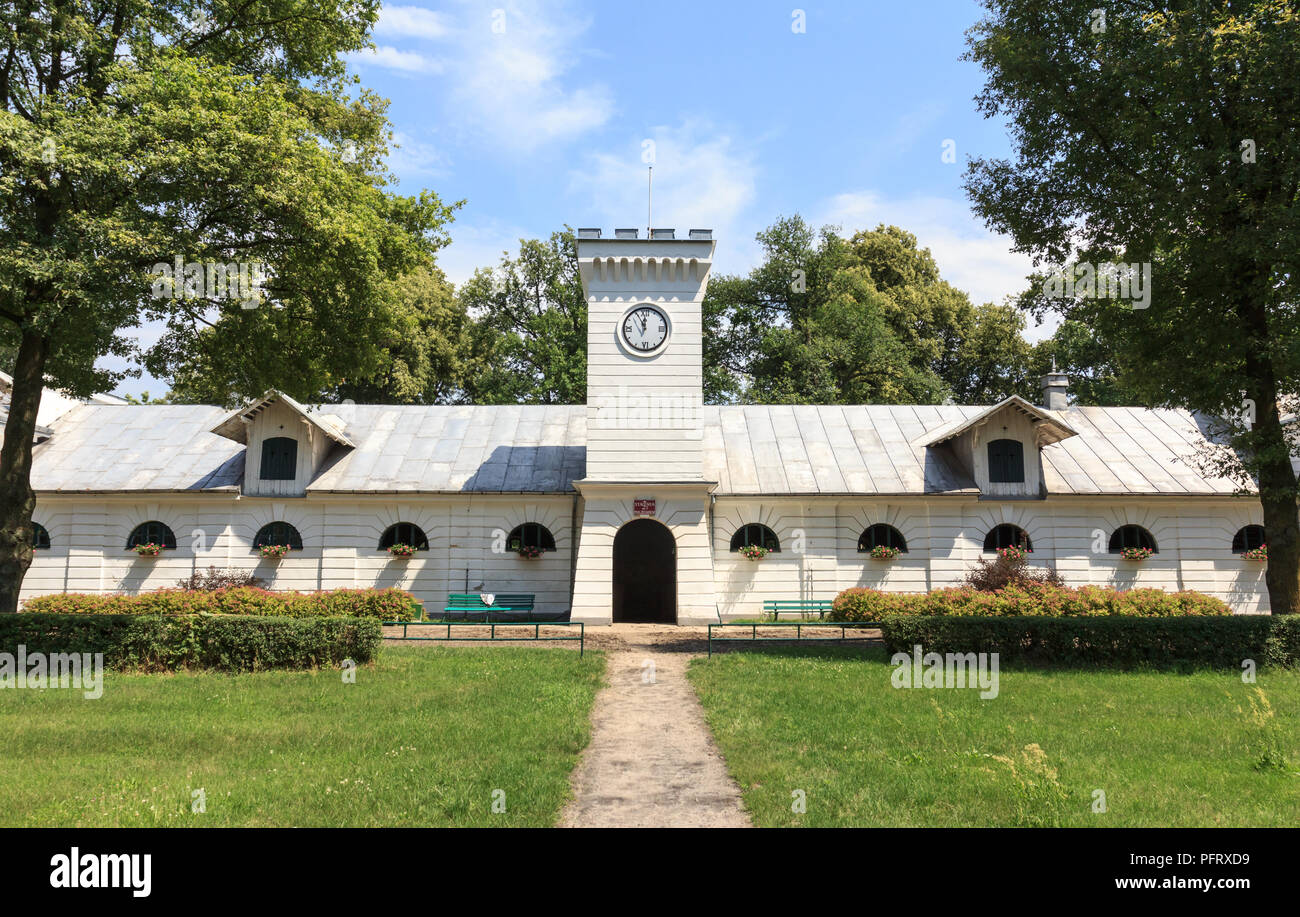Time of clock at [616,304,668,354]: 11:55
